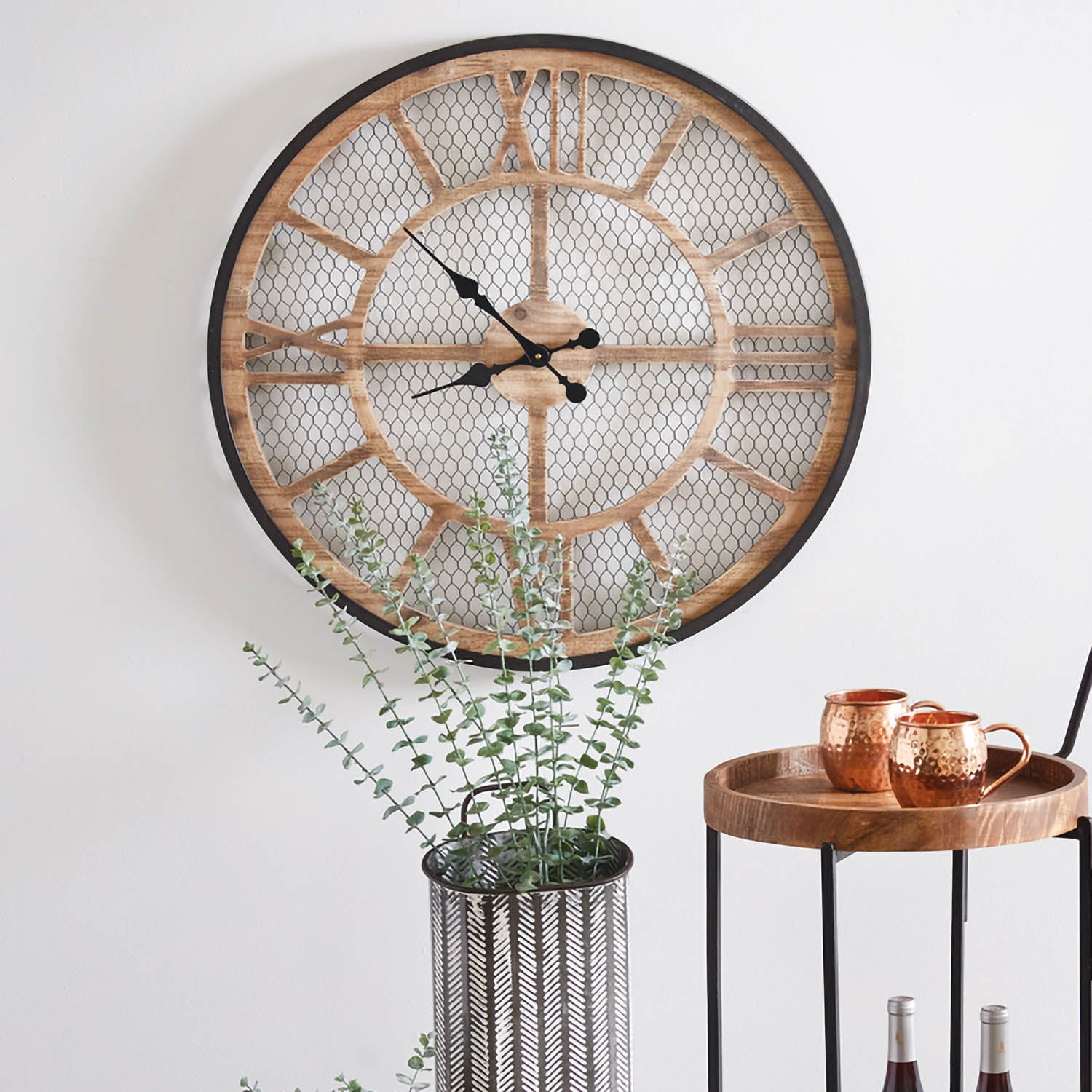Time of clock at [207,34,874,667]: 8:52
